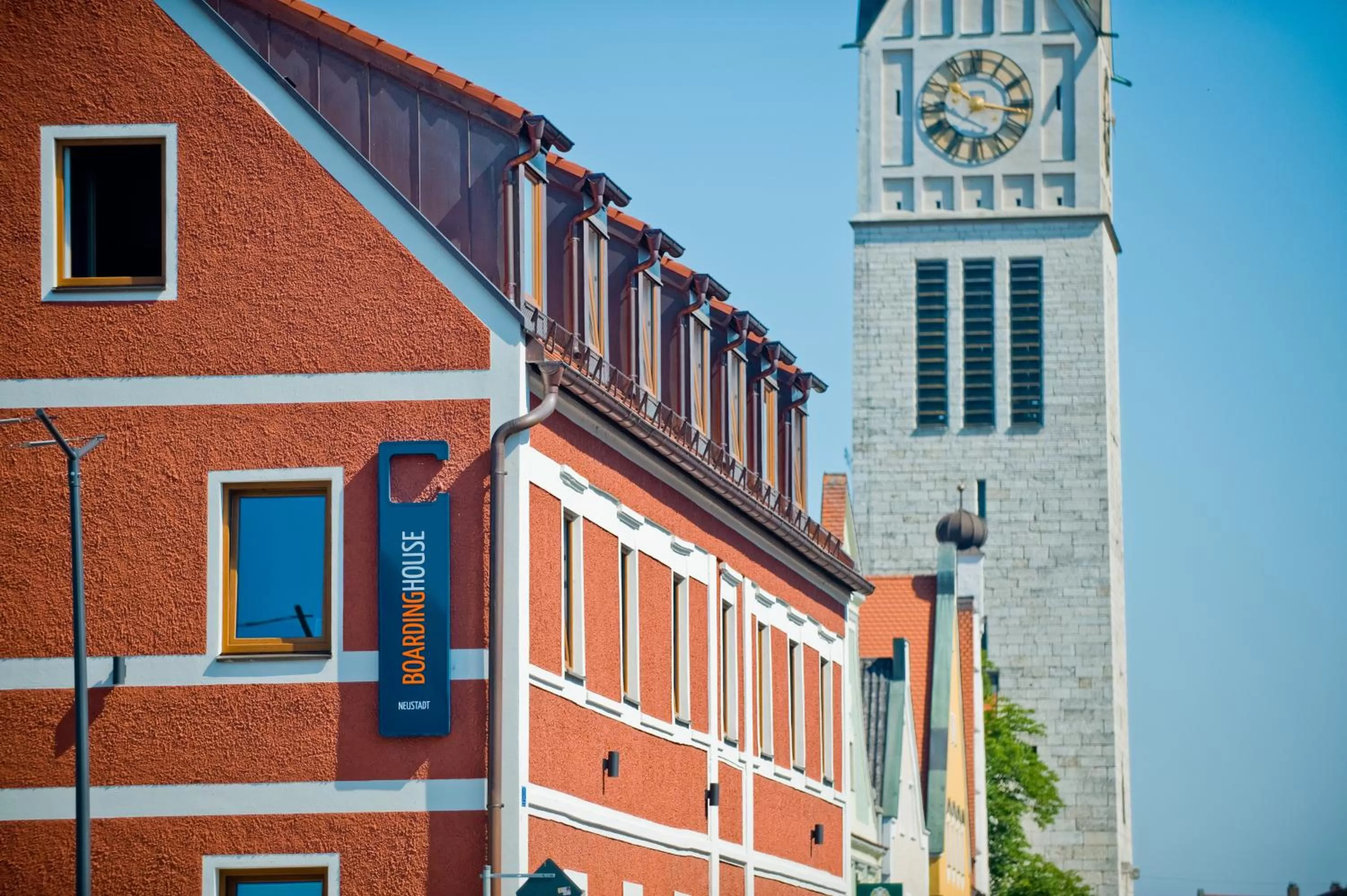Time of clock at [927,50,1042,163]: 10:15
